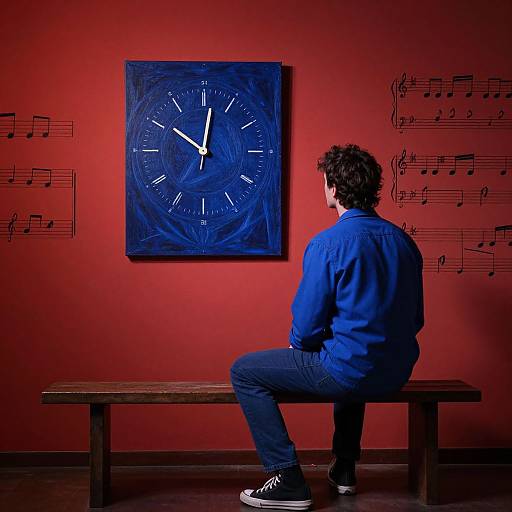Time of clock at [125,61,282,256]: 10:01
